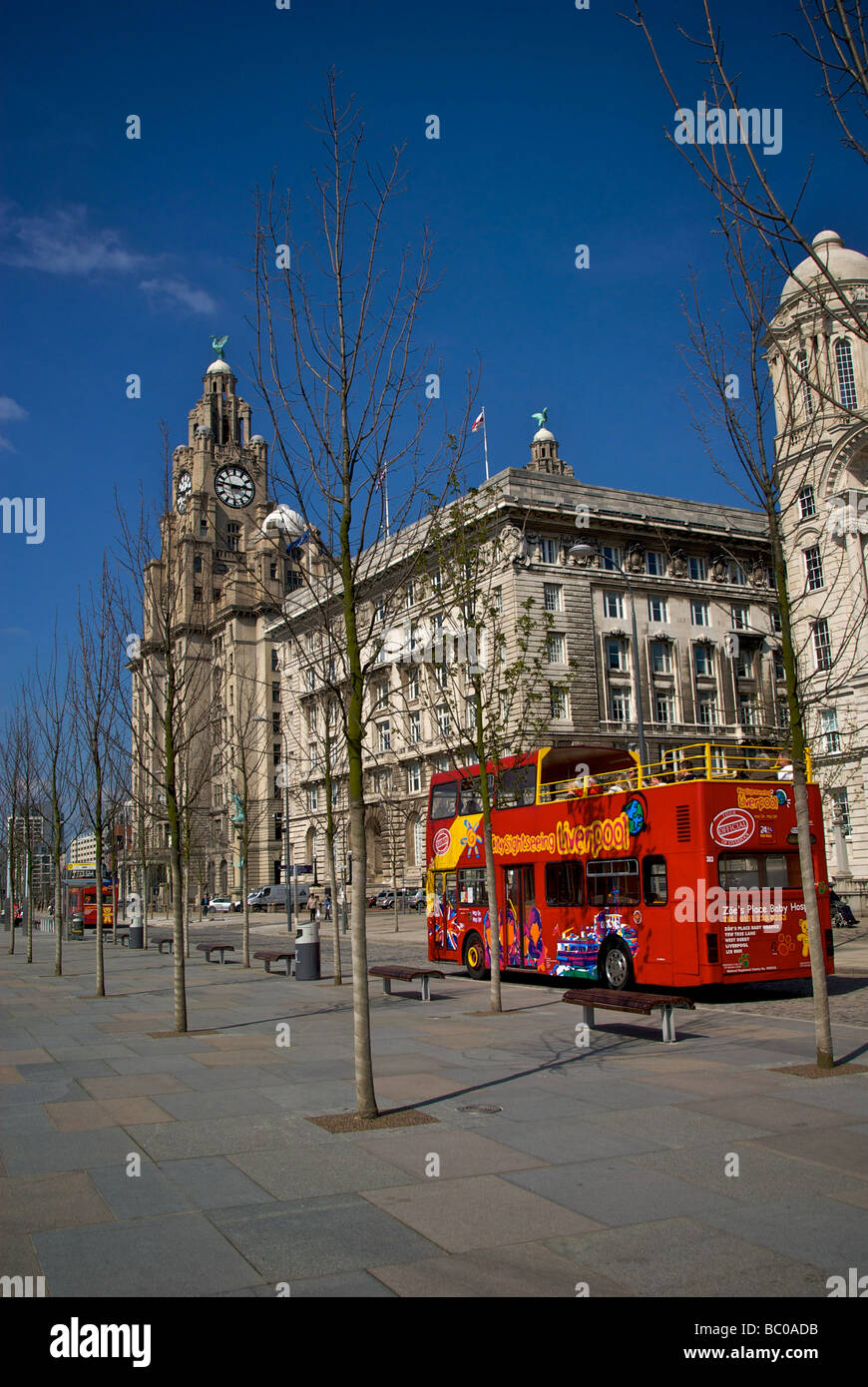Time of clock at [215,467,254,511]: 2:46
